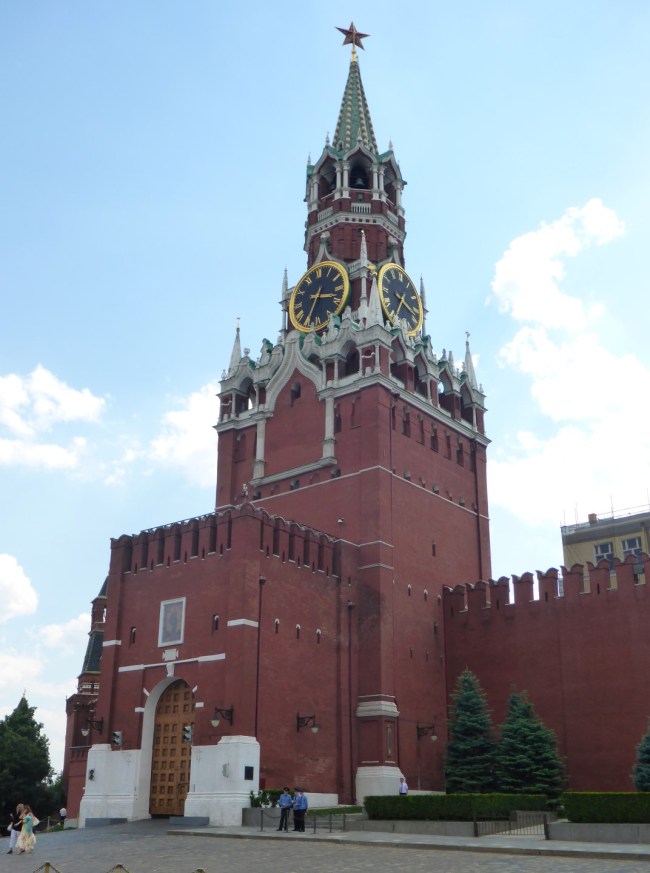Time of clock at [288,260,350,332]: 3:34
